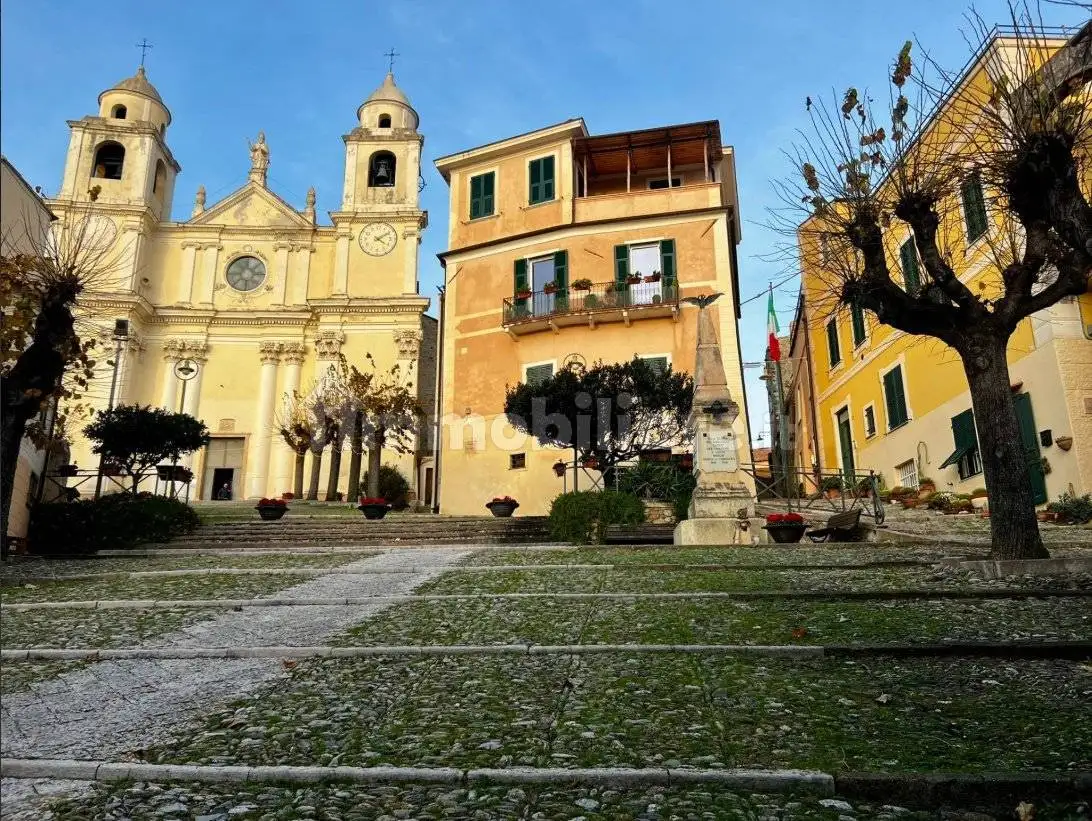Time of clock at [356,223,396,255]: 4:09
